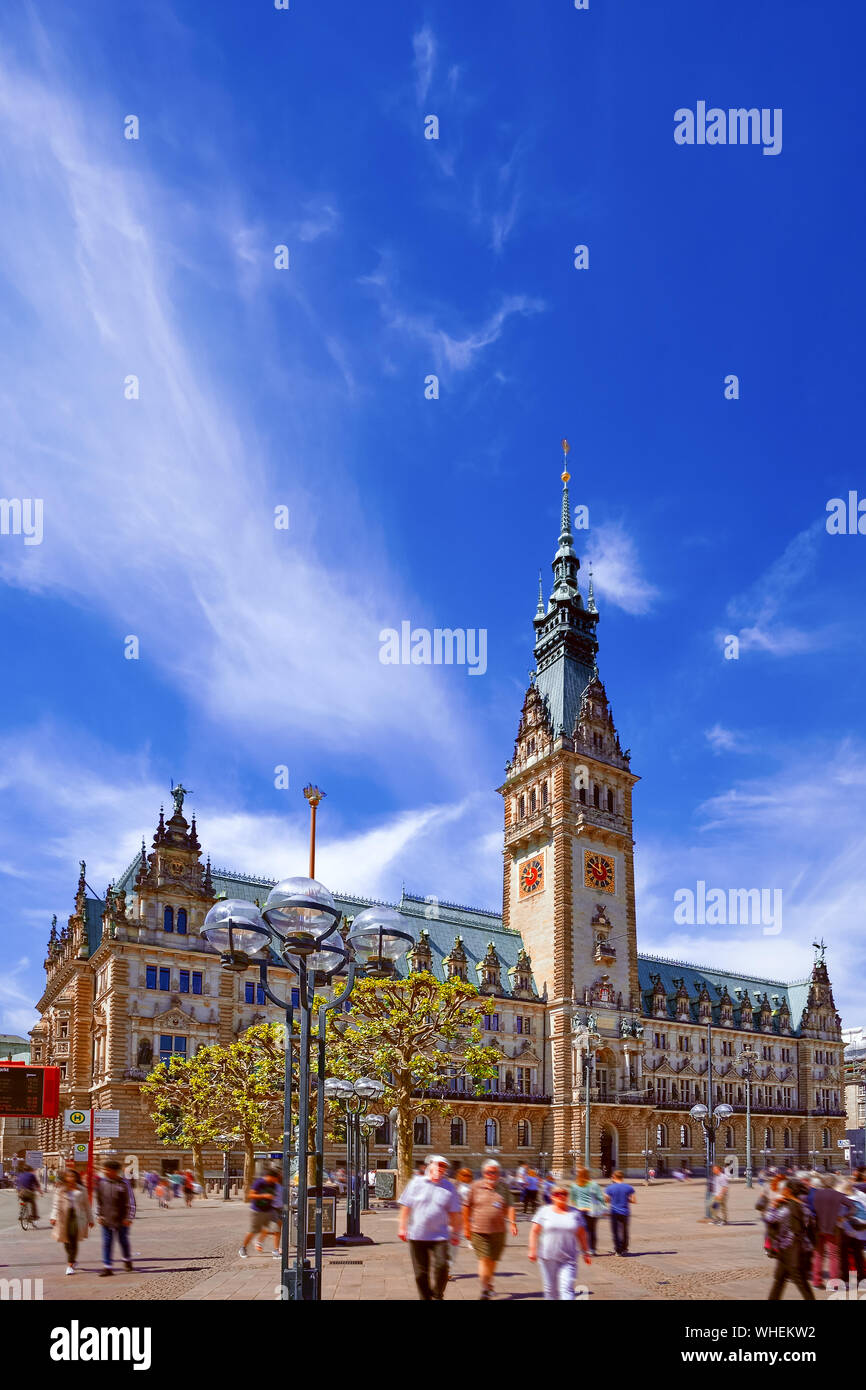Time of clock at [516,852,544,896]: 11:46
